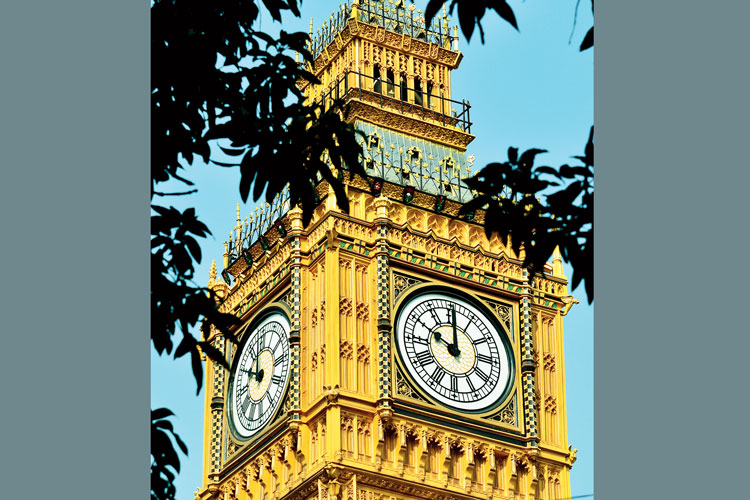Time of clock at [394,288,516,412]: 10:00
